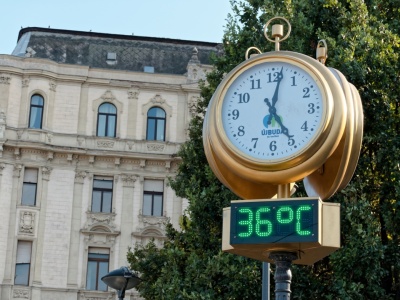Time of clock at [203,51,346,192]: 5:01
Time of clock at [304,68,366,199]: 5:01
